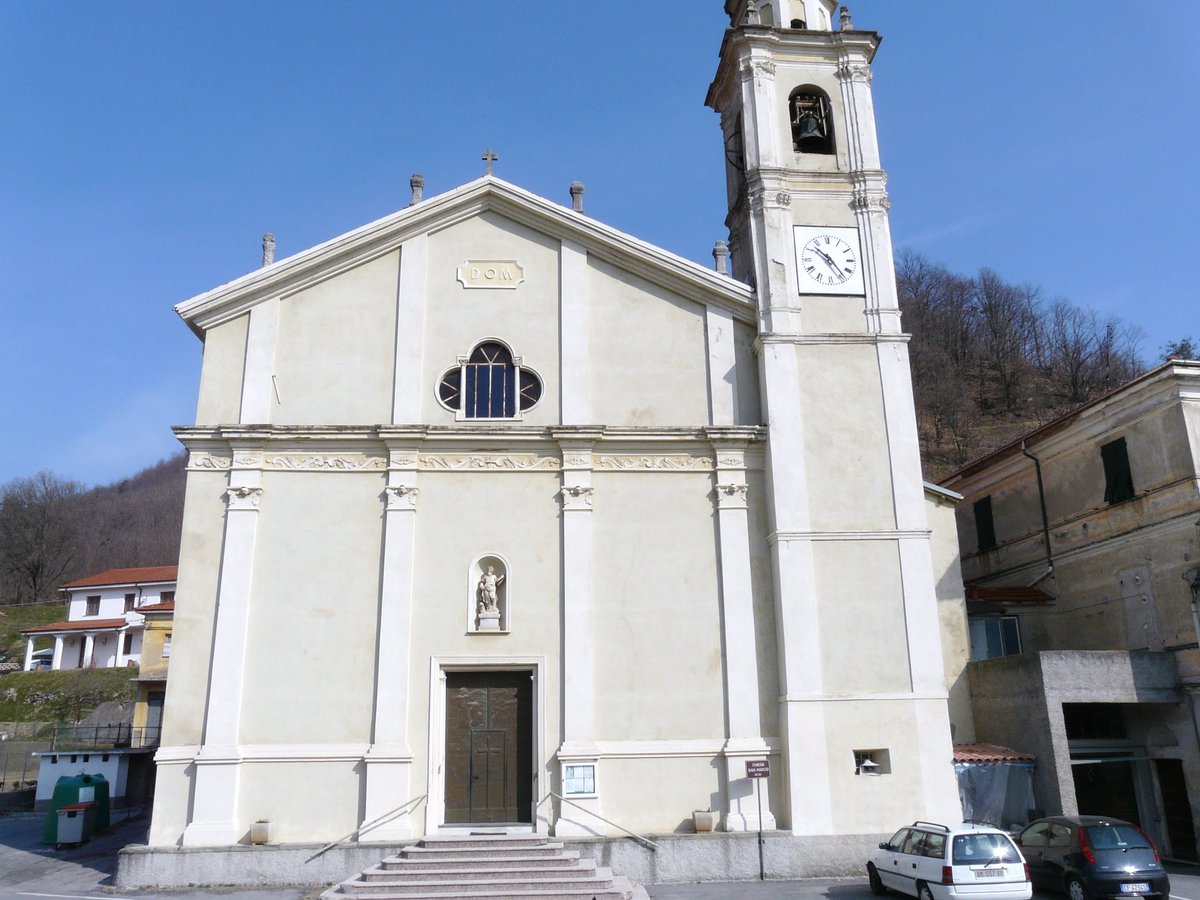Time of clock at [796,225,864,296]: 10:23
